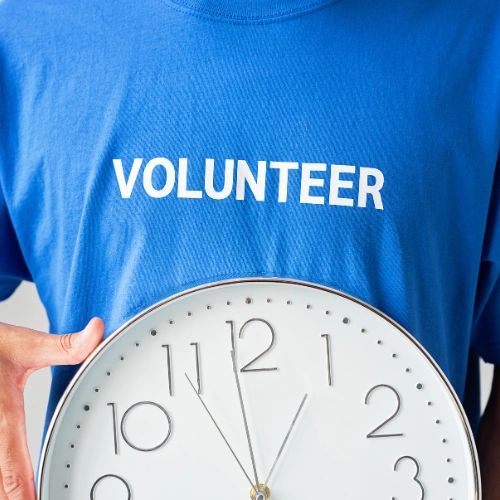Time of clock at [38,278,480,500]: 12:58
